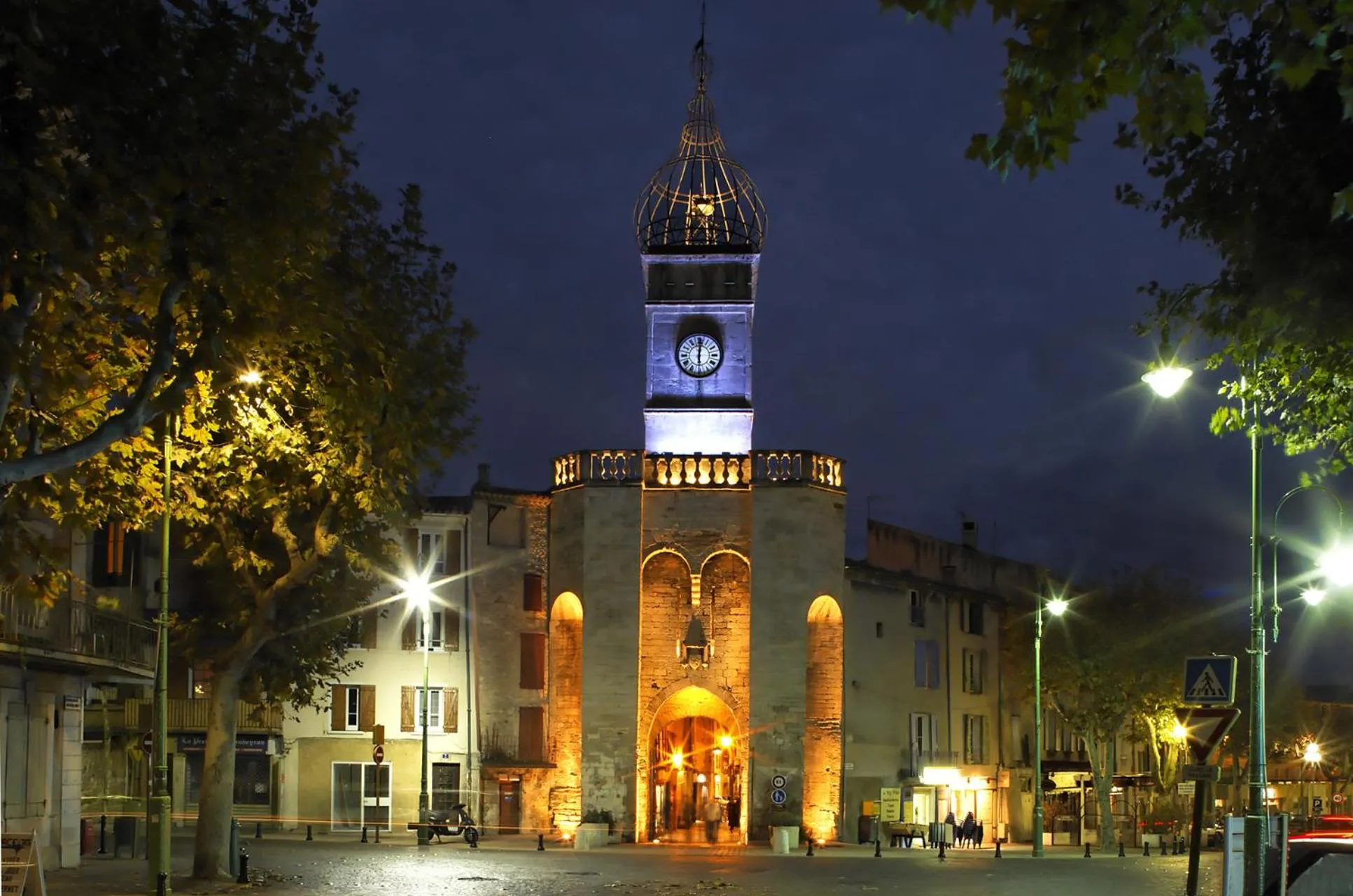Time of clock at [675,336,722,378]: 6:00
